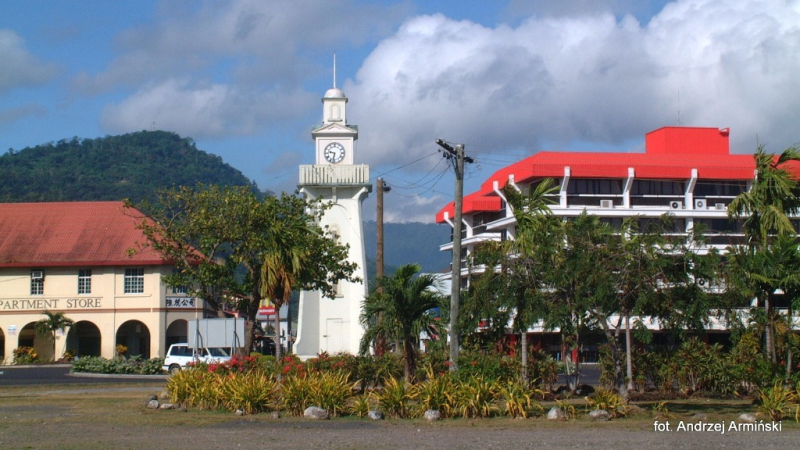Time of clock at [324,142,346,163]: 9:32
